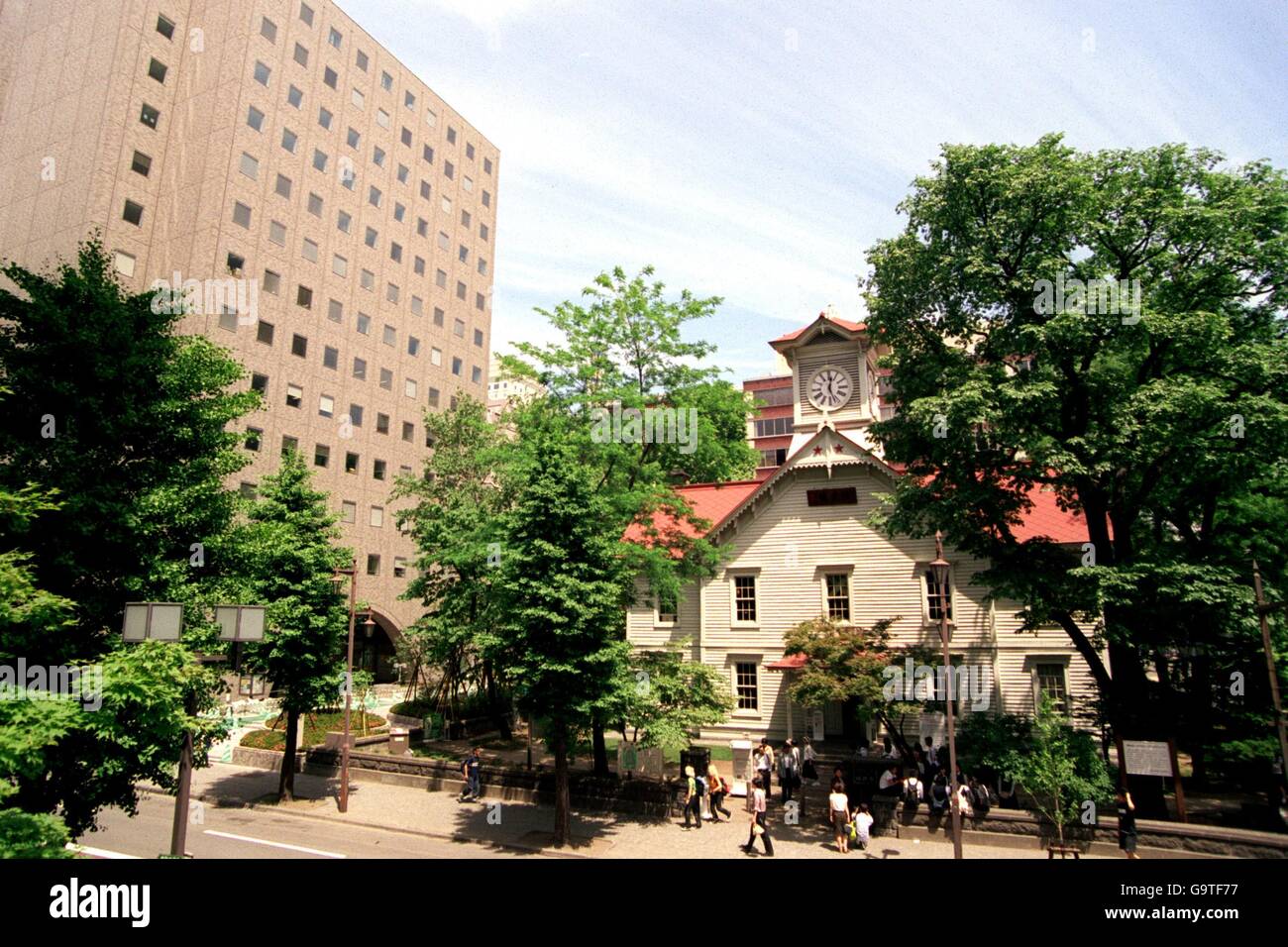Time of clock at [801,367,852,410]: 12:26
